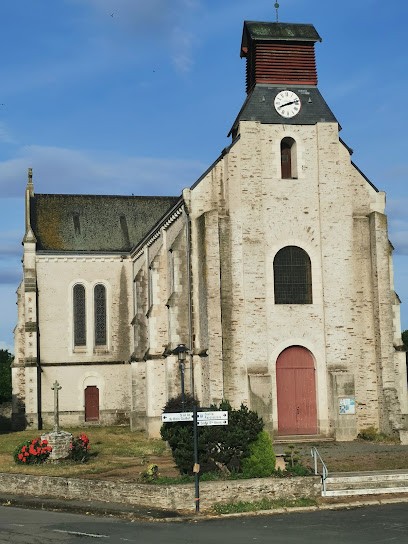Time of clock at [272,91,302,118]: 8:12
